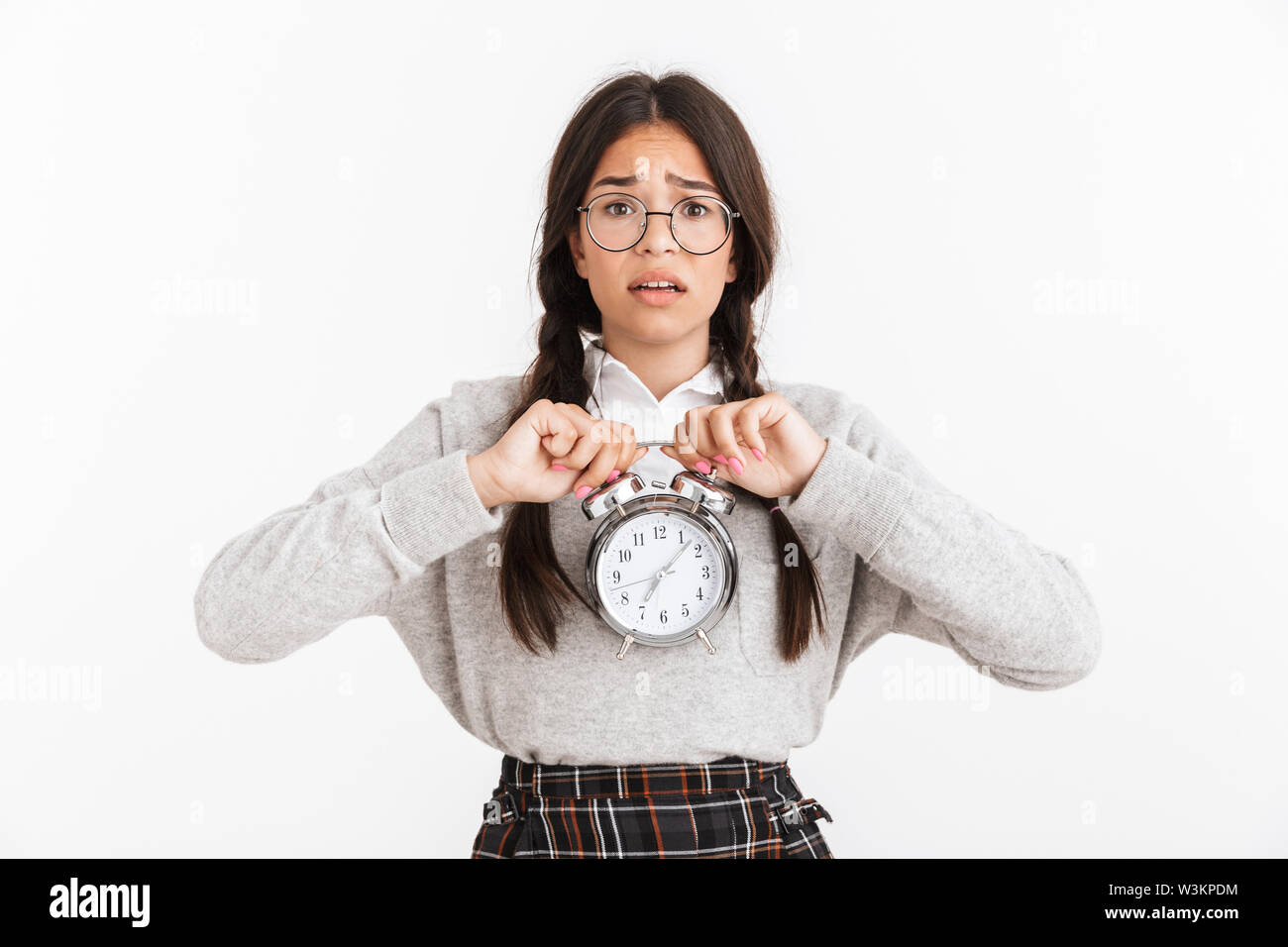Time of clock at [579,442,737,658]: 7:07
